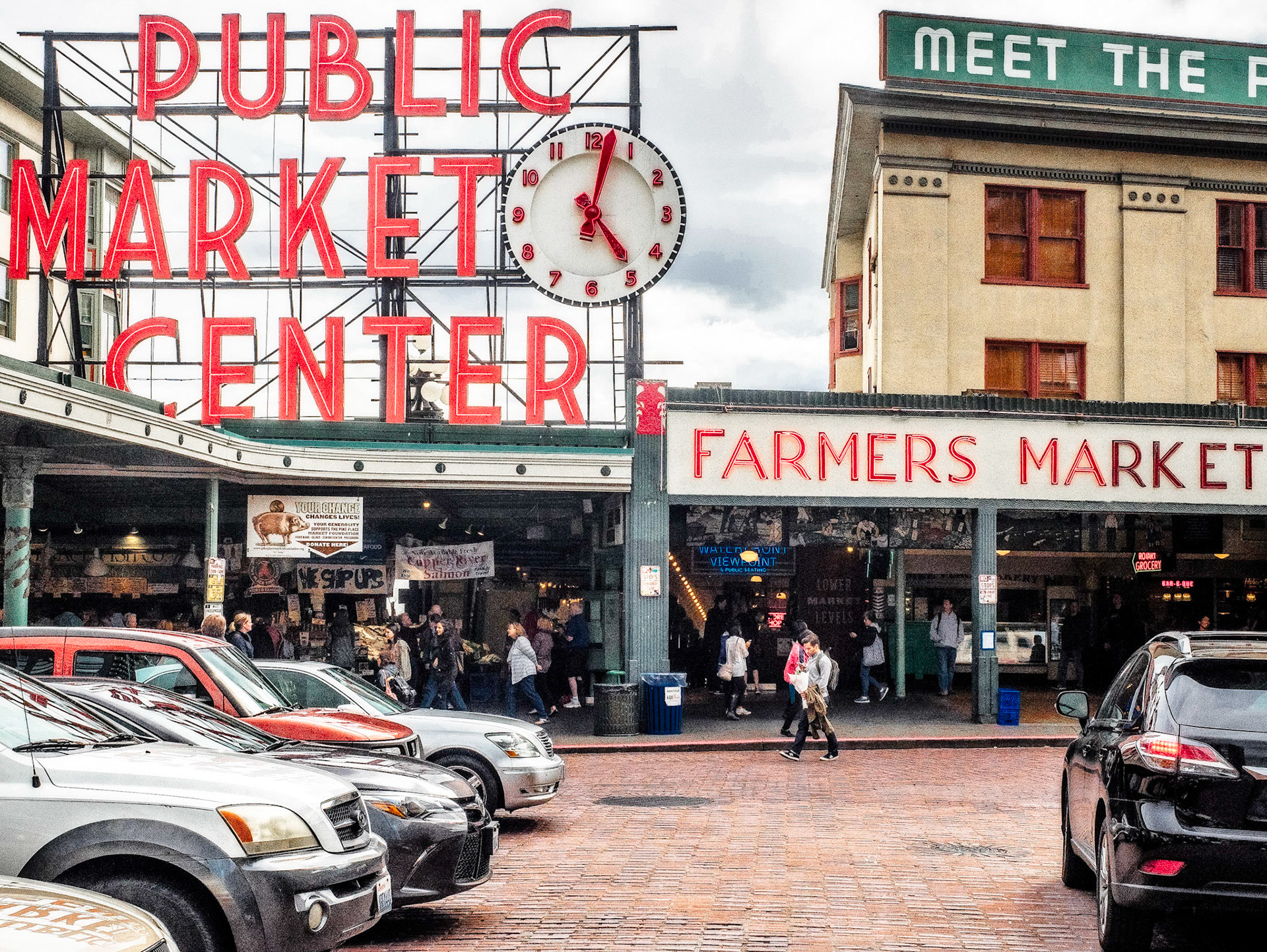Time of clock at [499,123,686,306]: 5:02
